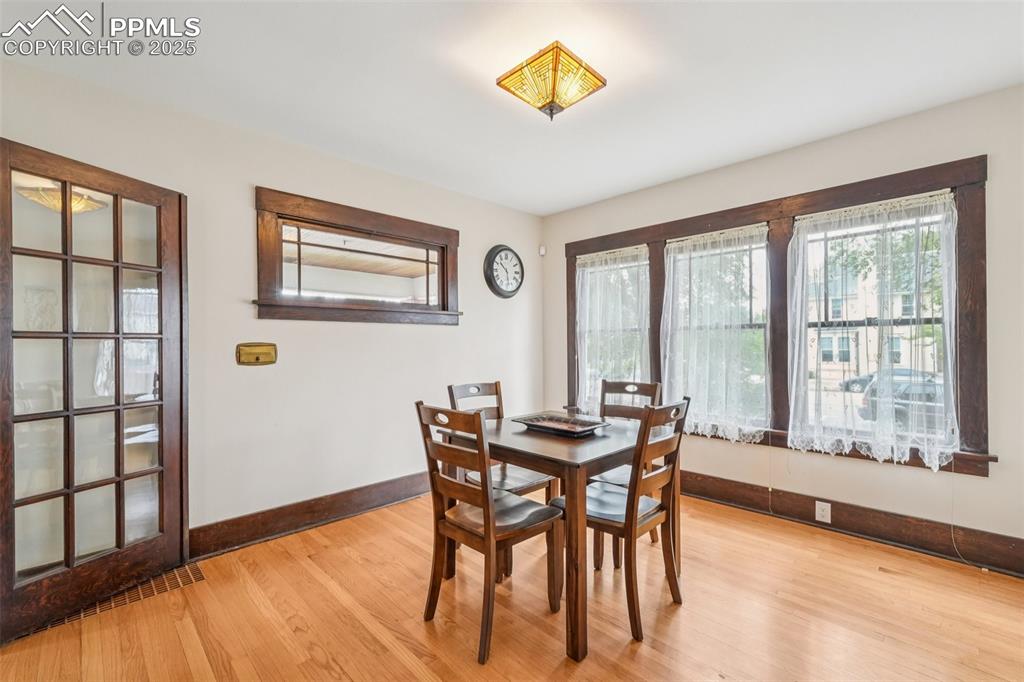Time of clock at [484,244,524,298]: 10:28
